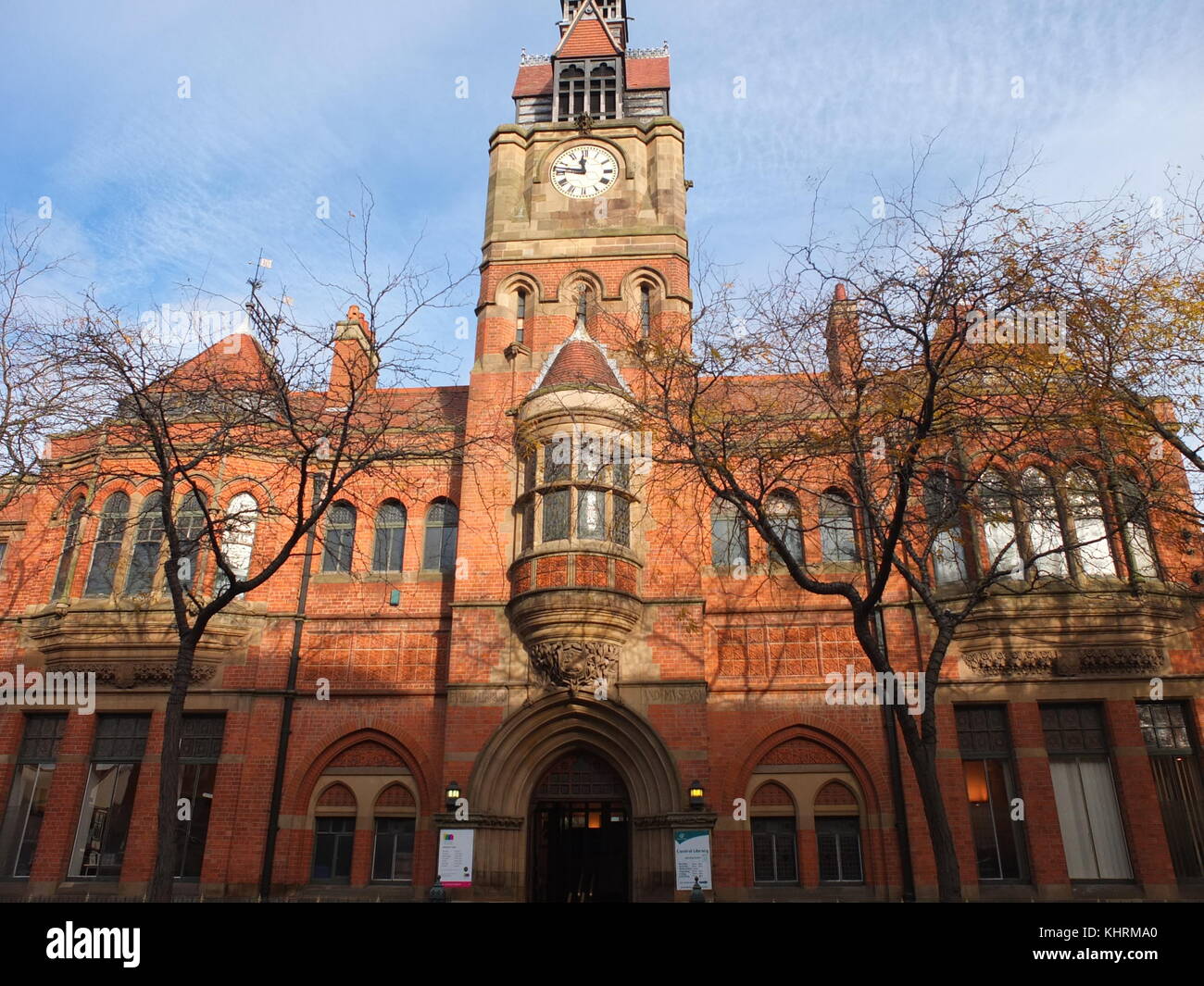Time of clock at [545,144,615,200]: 11:46
